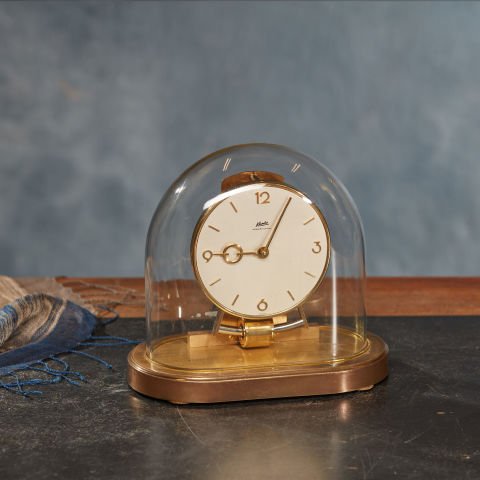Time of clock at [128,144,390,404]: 9:05
